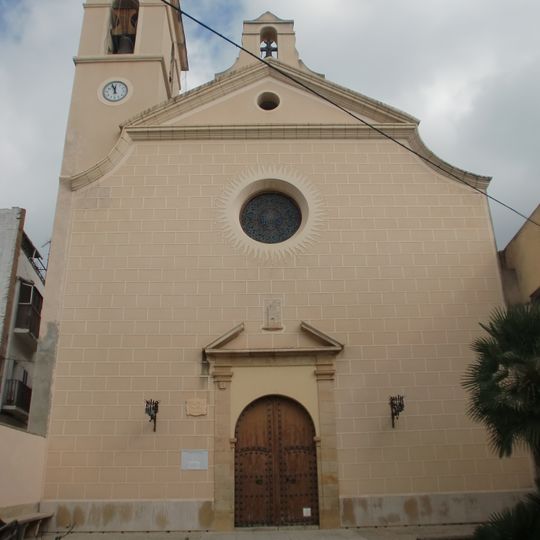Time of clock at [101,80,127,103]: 11:56
